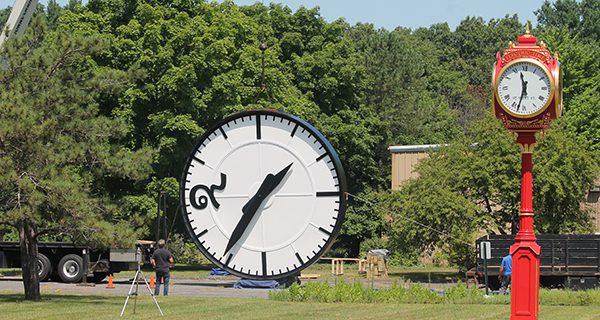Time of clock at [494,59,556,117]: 11:32
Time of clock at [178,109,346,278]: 1:35
